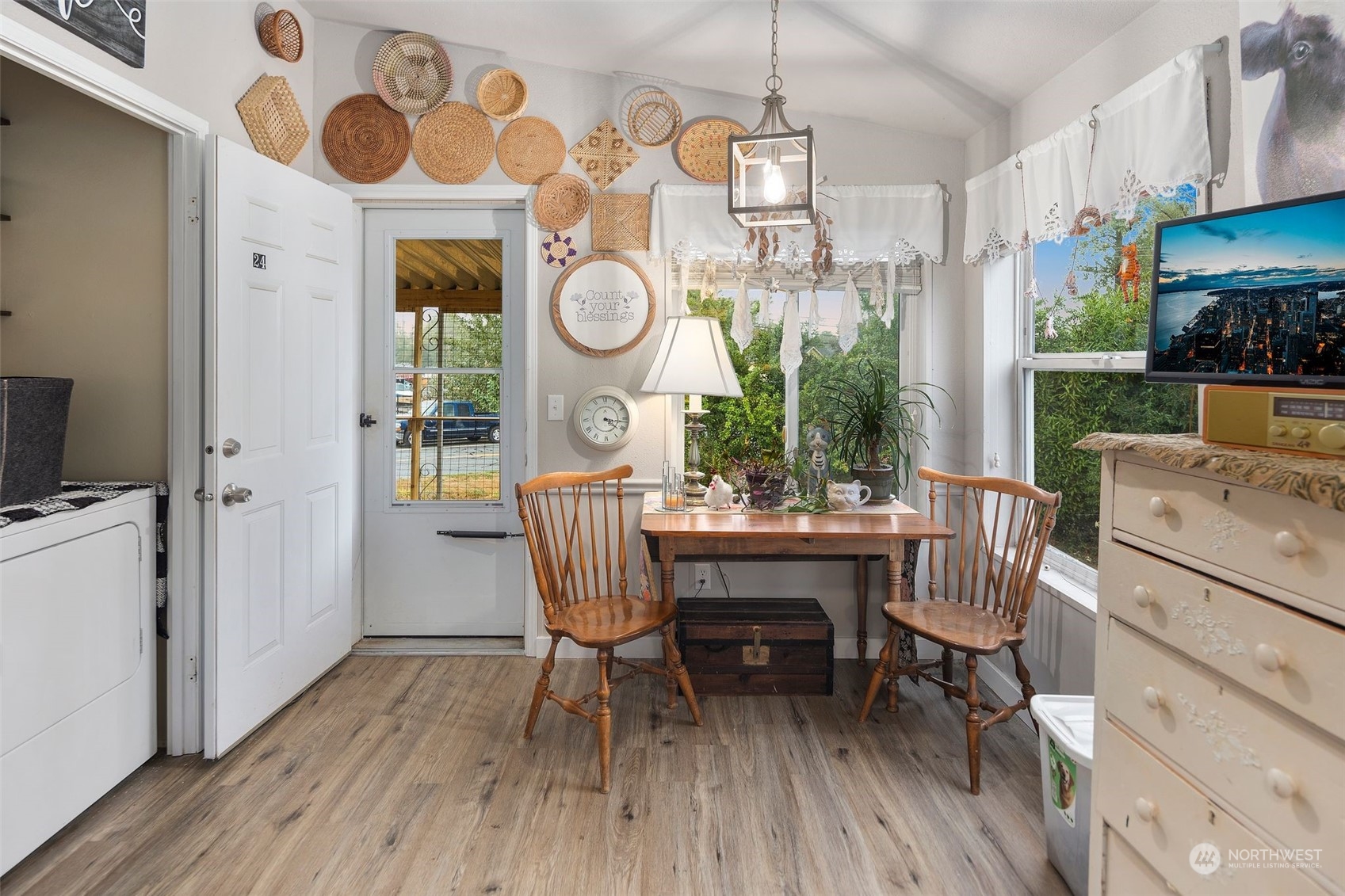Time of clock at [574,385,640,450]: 4:16
